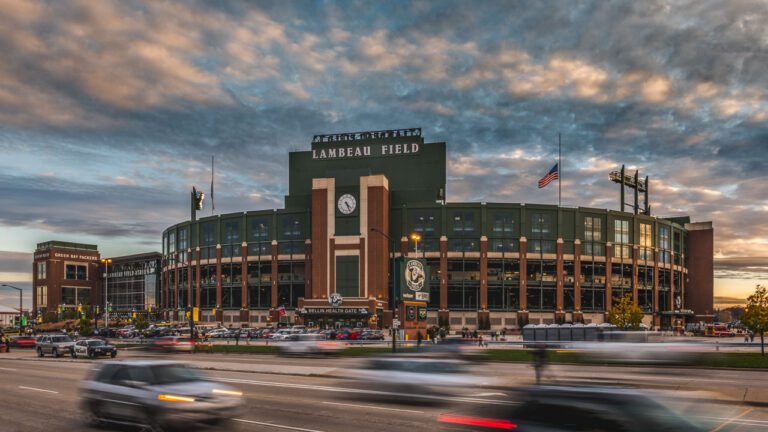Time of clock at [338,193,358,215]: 4:26
